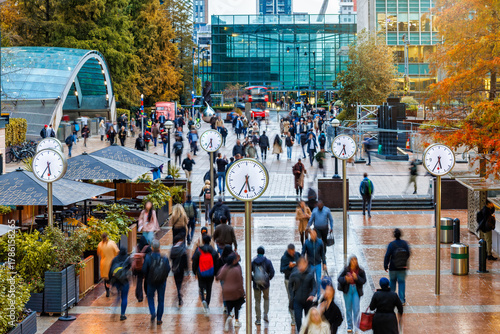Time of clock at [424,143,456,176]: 5:34
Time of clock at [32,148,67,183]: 5:35
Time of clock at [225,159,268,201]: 5:34
